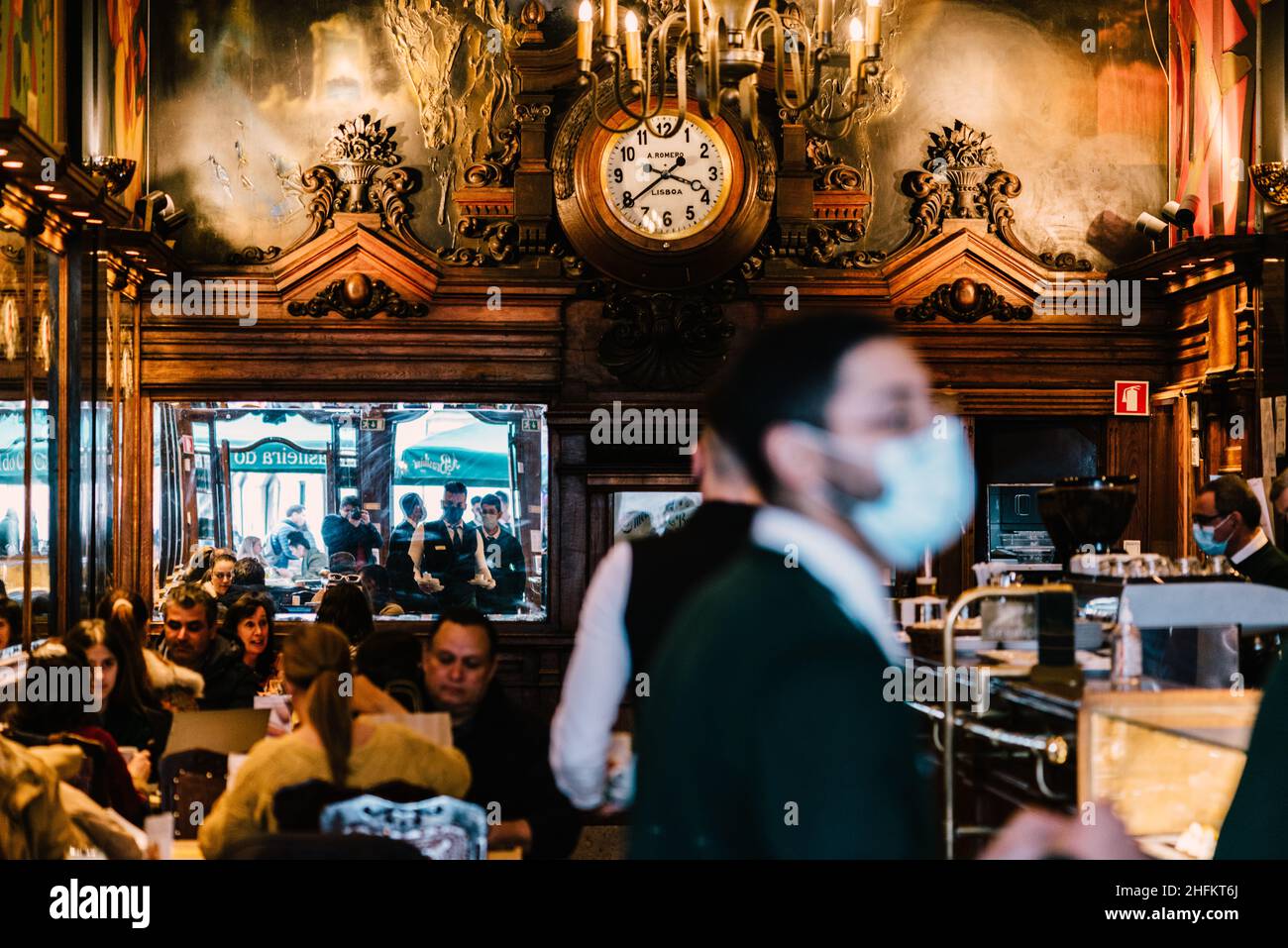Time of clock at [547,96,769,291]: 3:39
